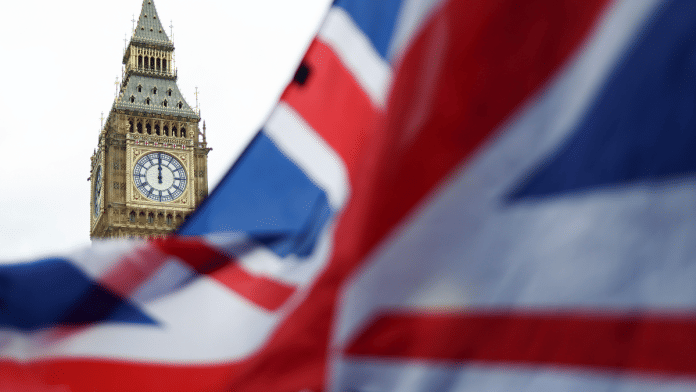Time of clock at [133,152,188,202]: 11:59
